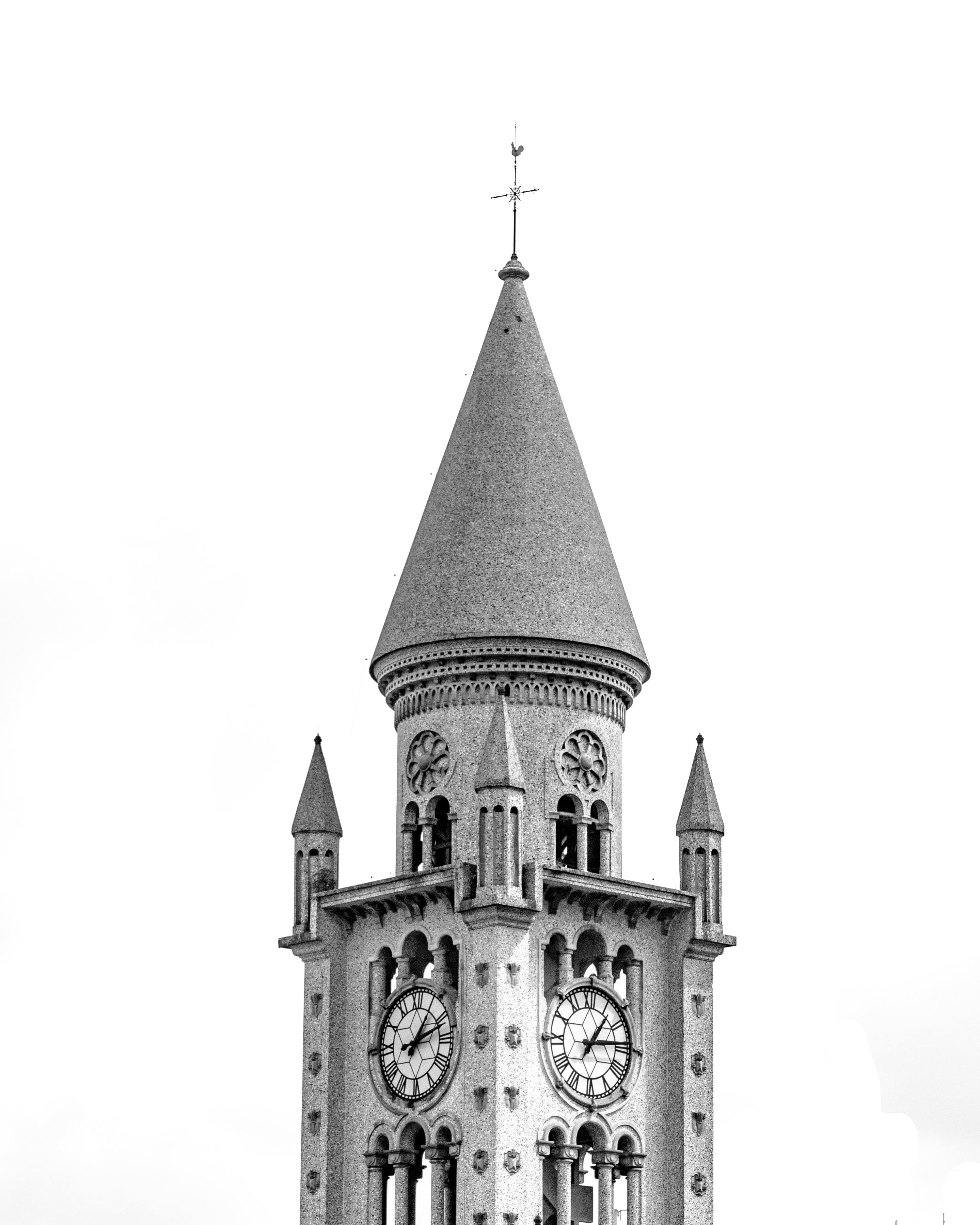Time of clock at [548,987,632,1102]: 1:13
